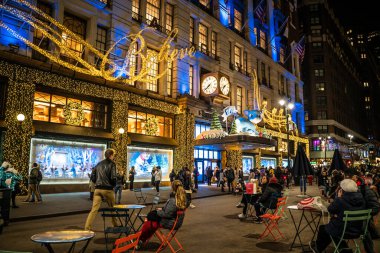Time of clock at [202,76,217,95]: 7:38
